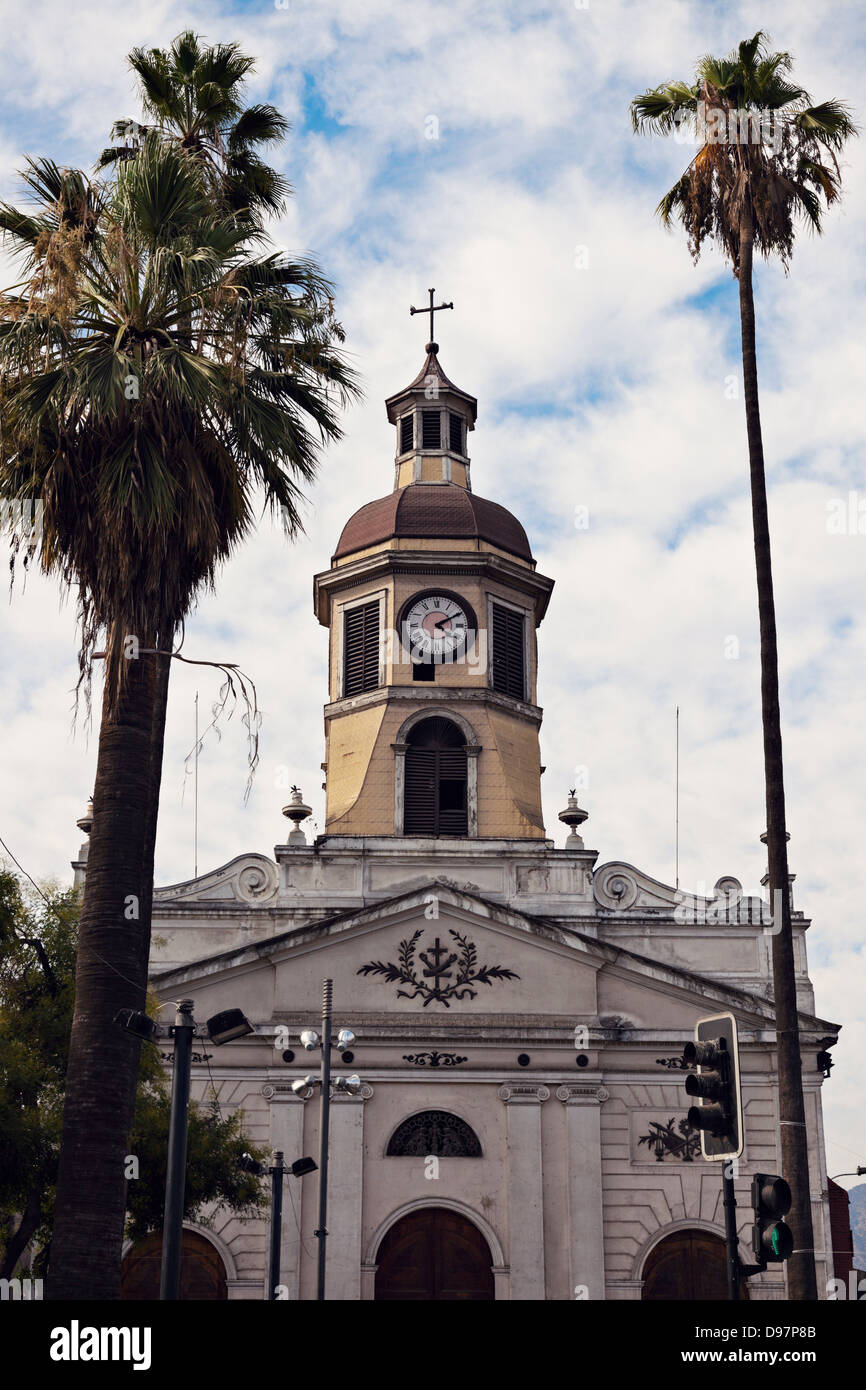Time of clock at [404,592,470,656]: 4:10
